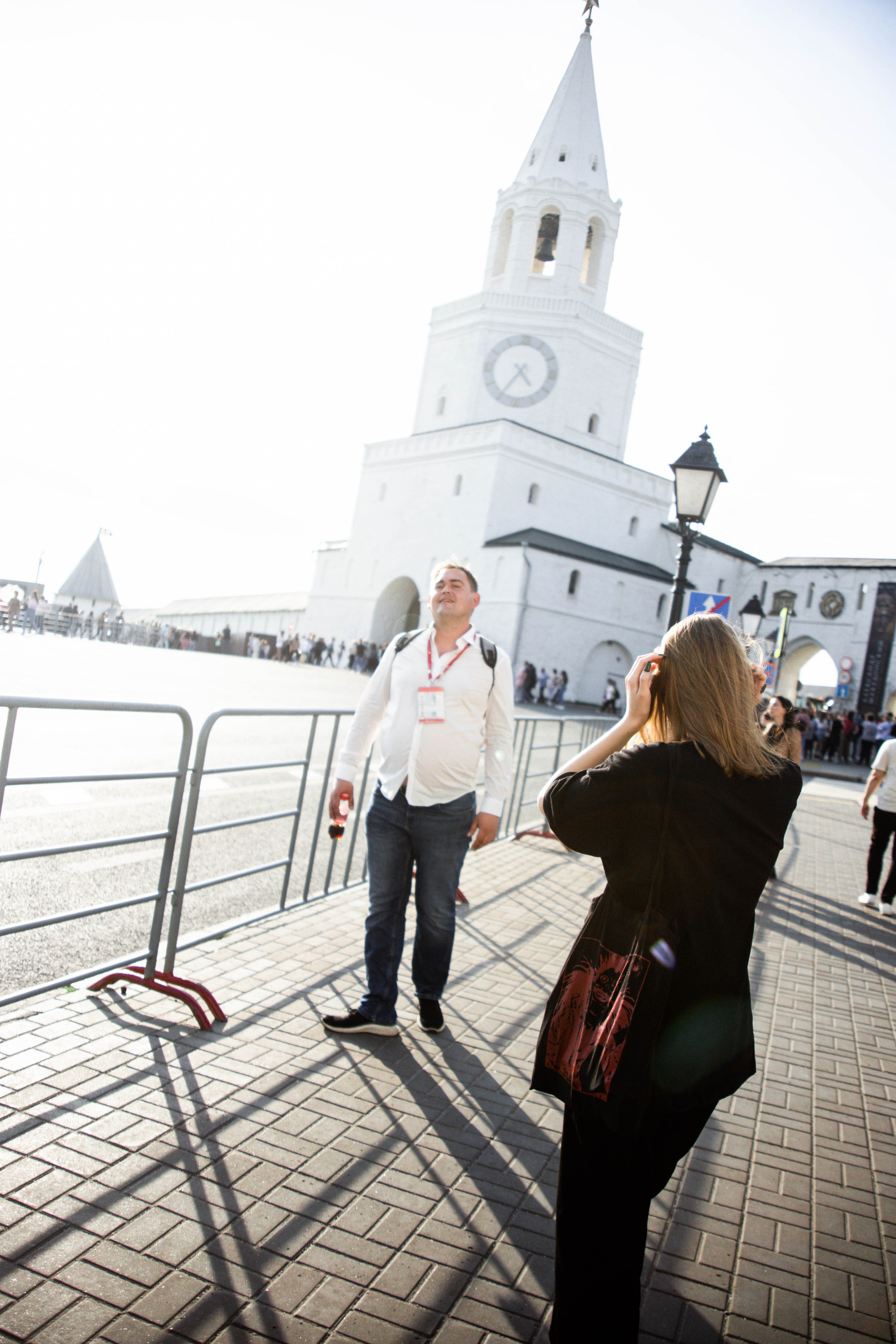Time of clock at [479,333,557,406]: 4:35
